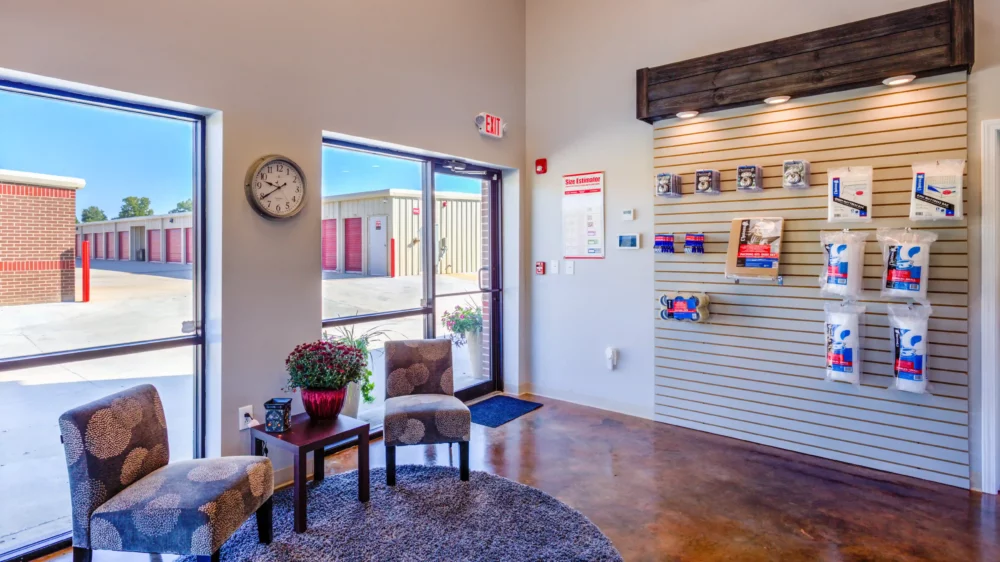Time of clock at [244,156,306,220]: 9:39
